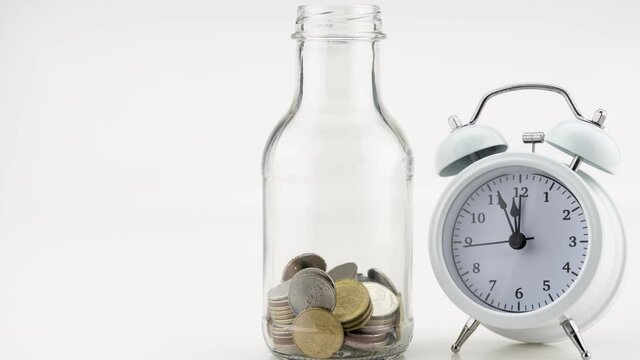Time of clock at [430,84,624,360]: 11:56
